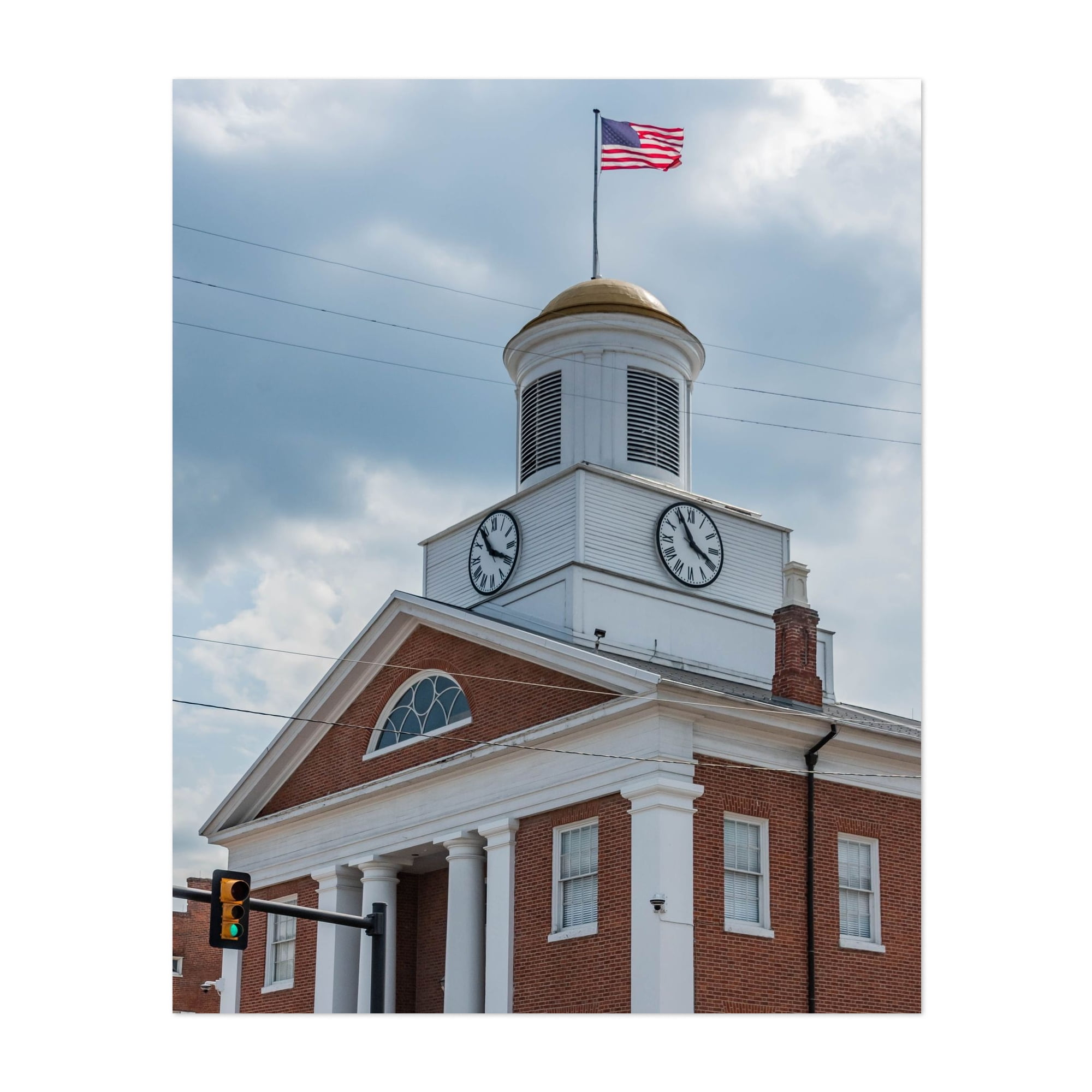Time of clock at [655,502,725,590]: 3:55
